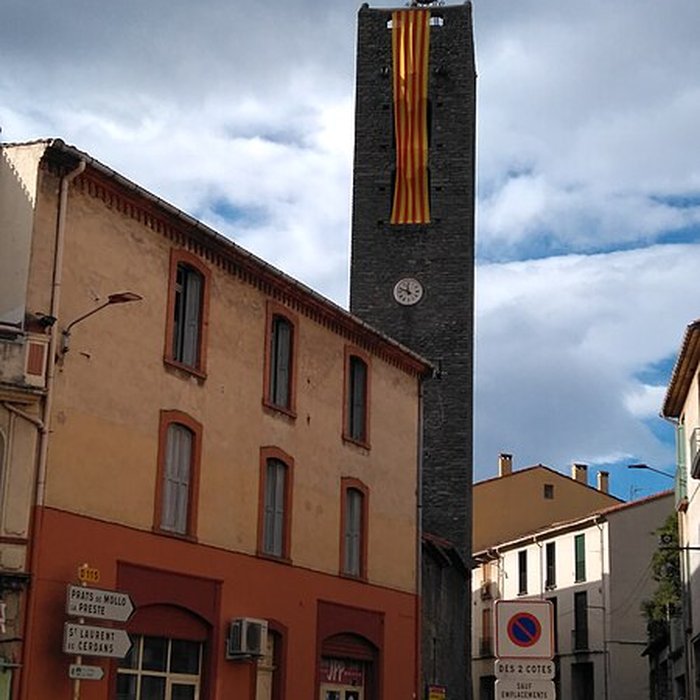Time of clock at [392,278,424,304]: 11:48
